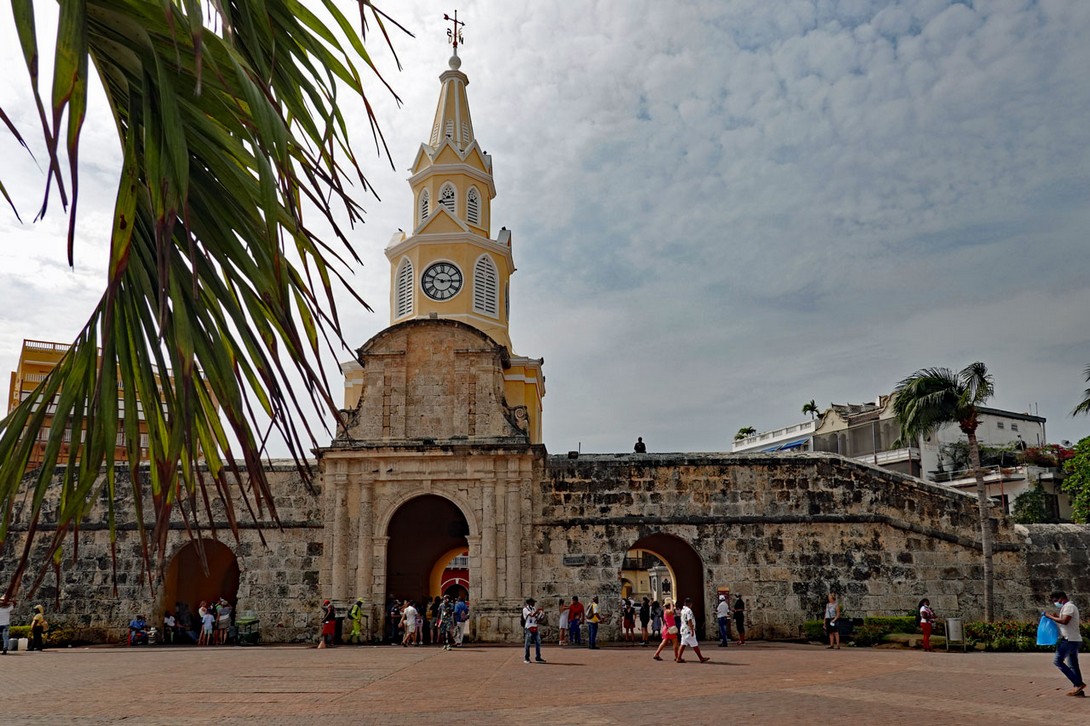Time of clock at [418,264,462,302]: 2:48
